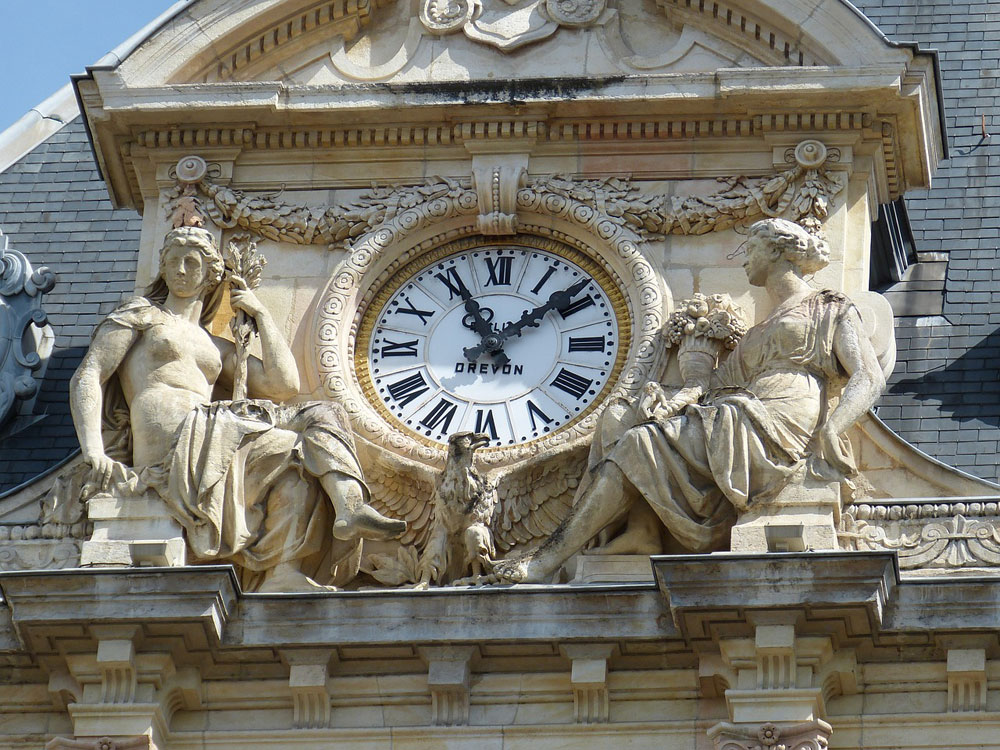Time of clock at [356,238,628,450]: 11:08
